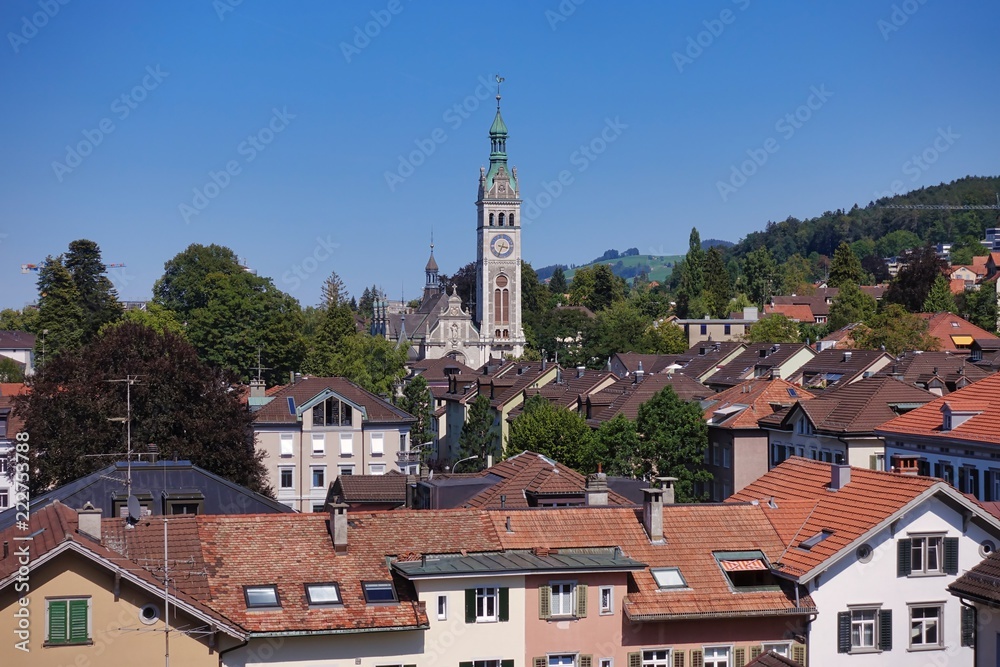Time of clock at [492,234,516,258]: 3:32
